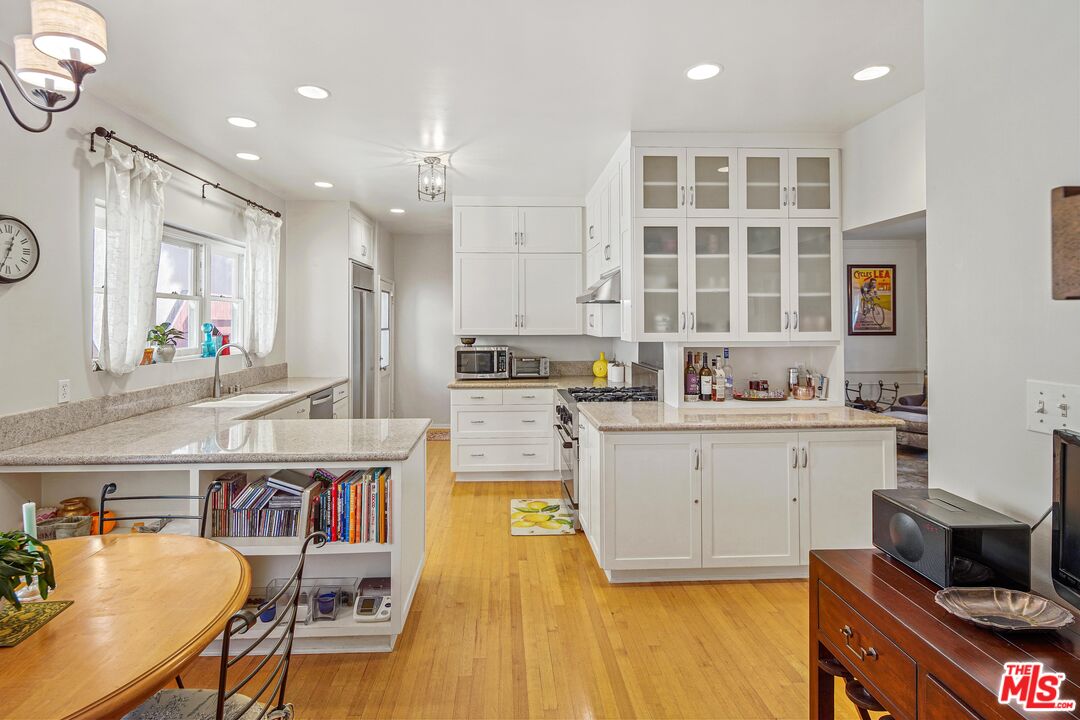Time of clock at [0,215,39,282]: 12:34
